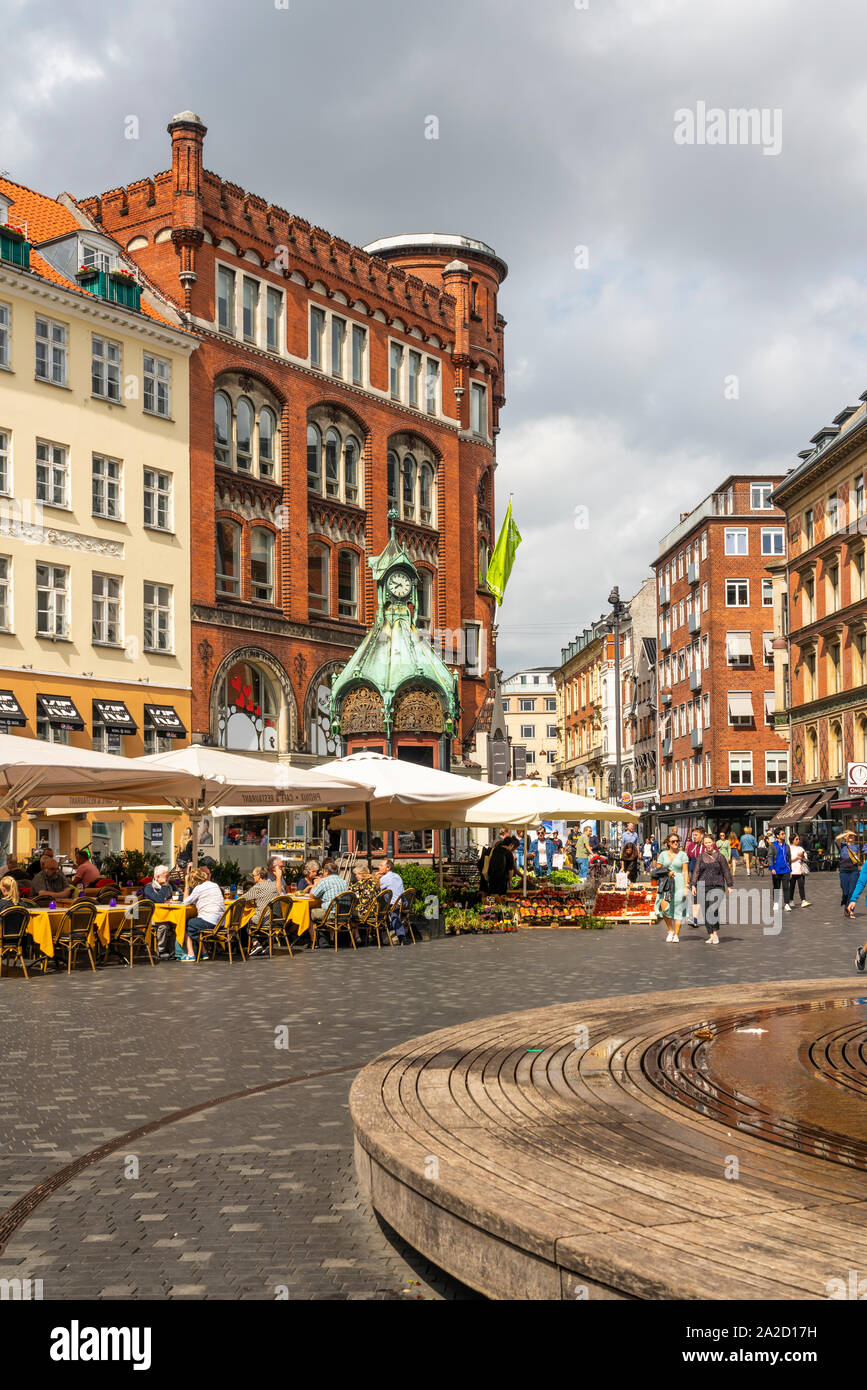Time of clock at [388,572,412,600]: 7:47
